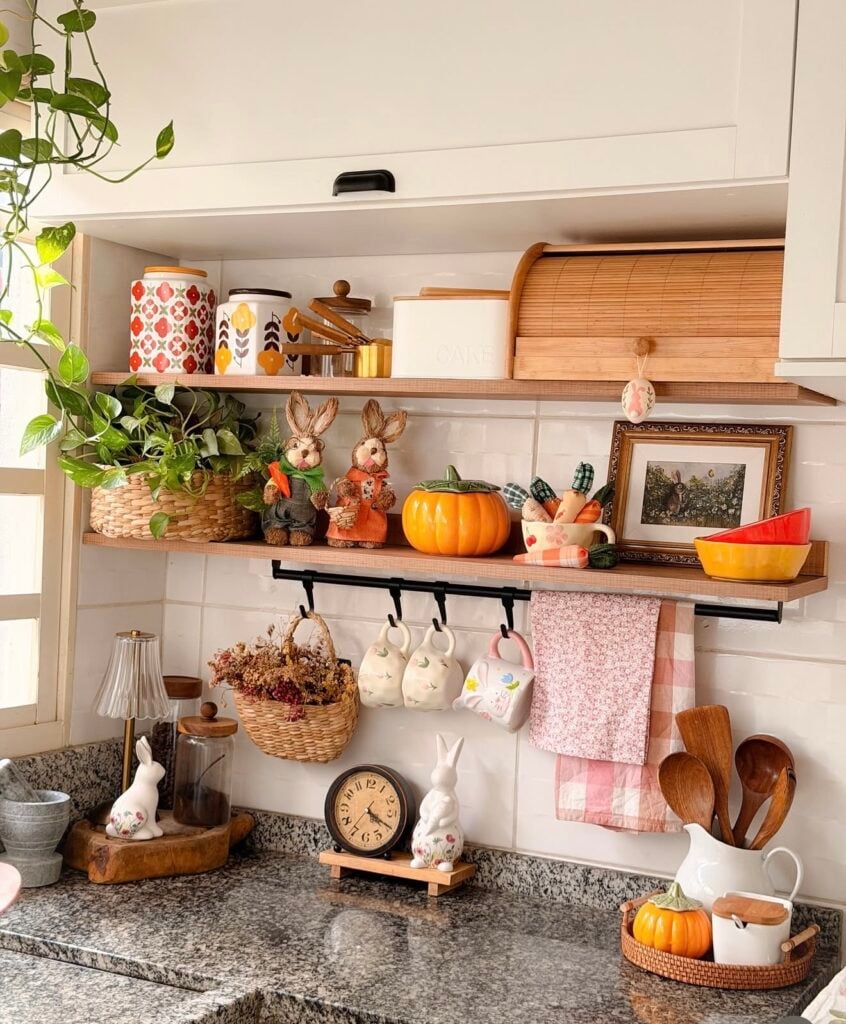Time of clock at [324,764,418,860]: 4:19
